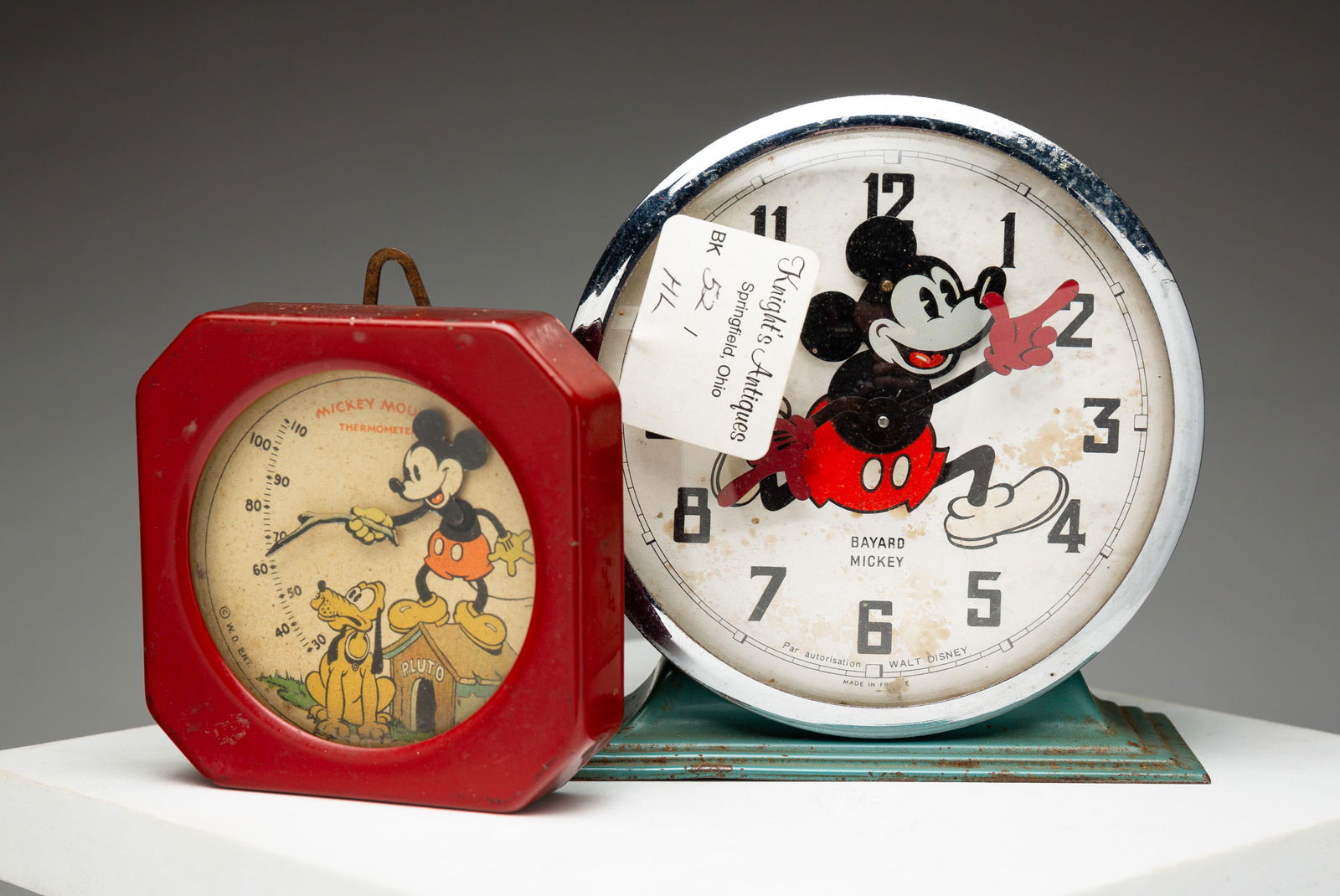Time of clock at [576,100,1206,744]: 12:09
